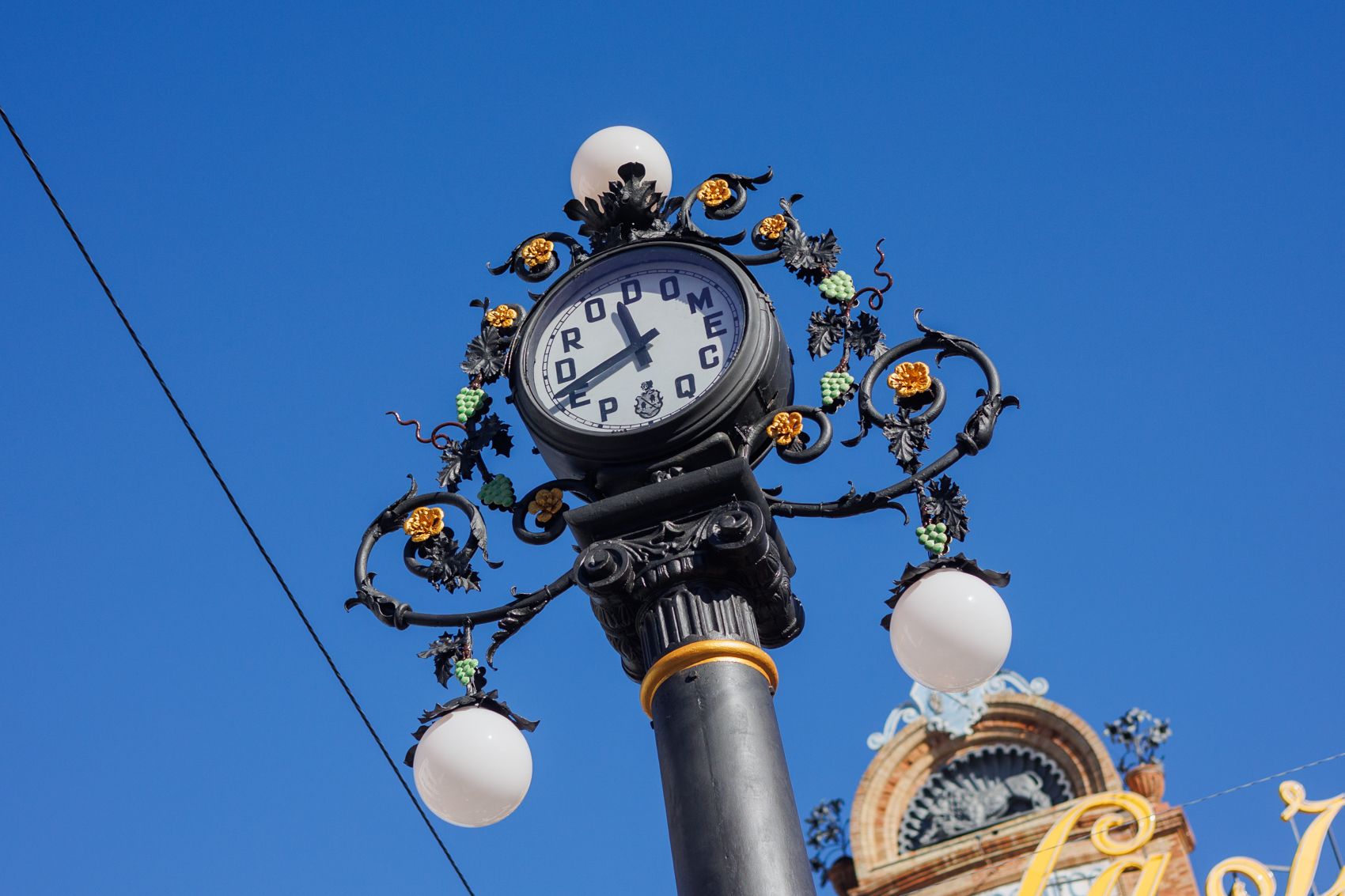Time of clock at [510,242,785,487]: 11:41
